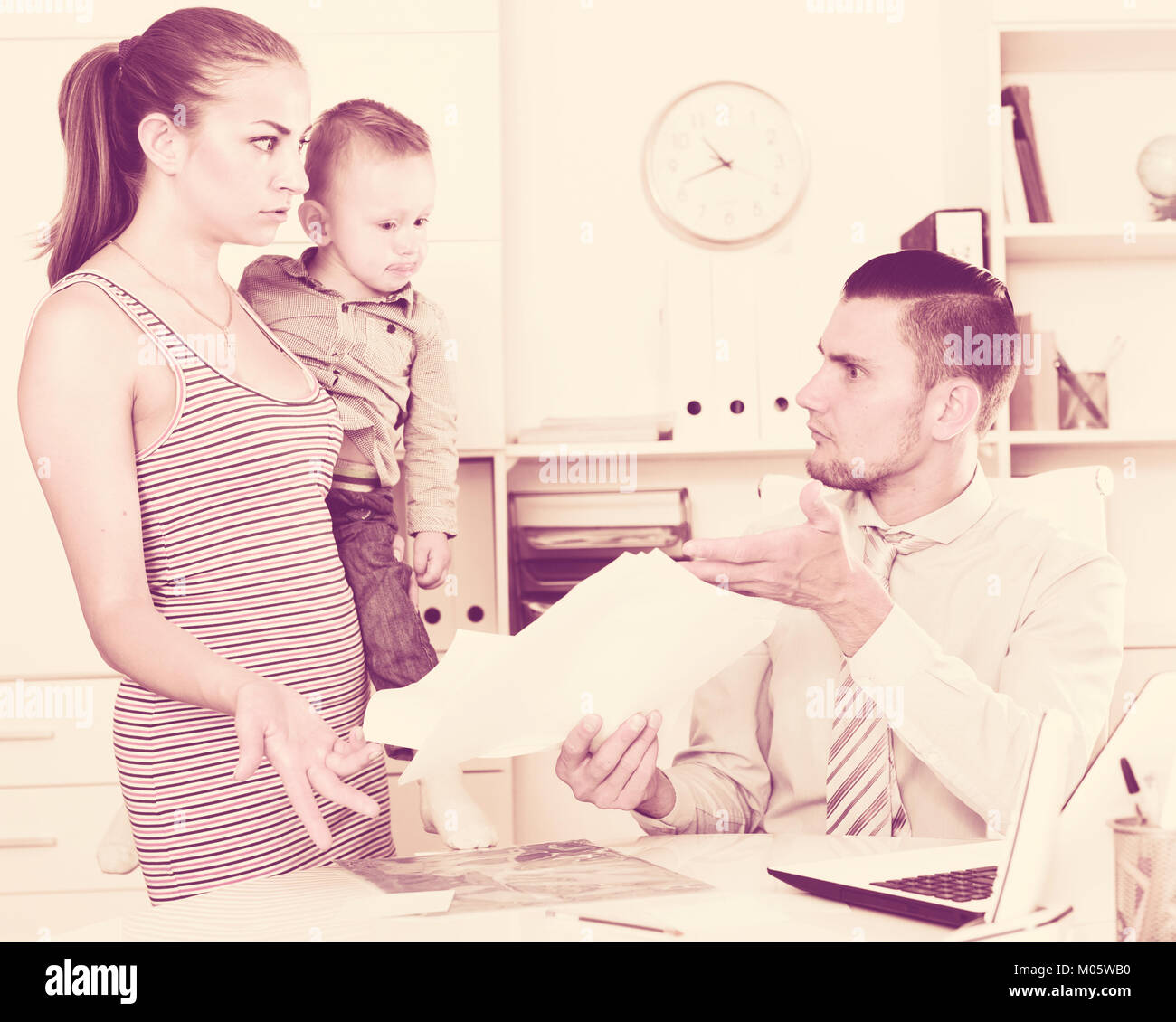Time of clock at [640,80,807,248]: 10:41
